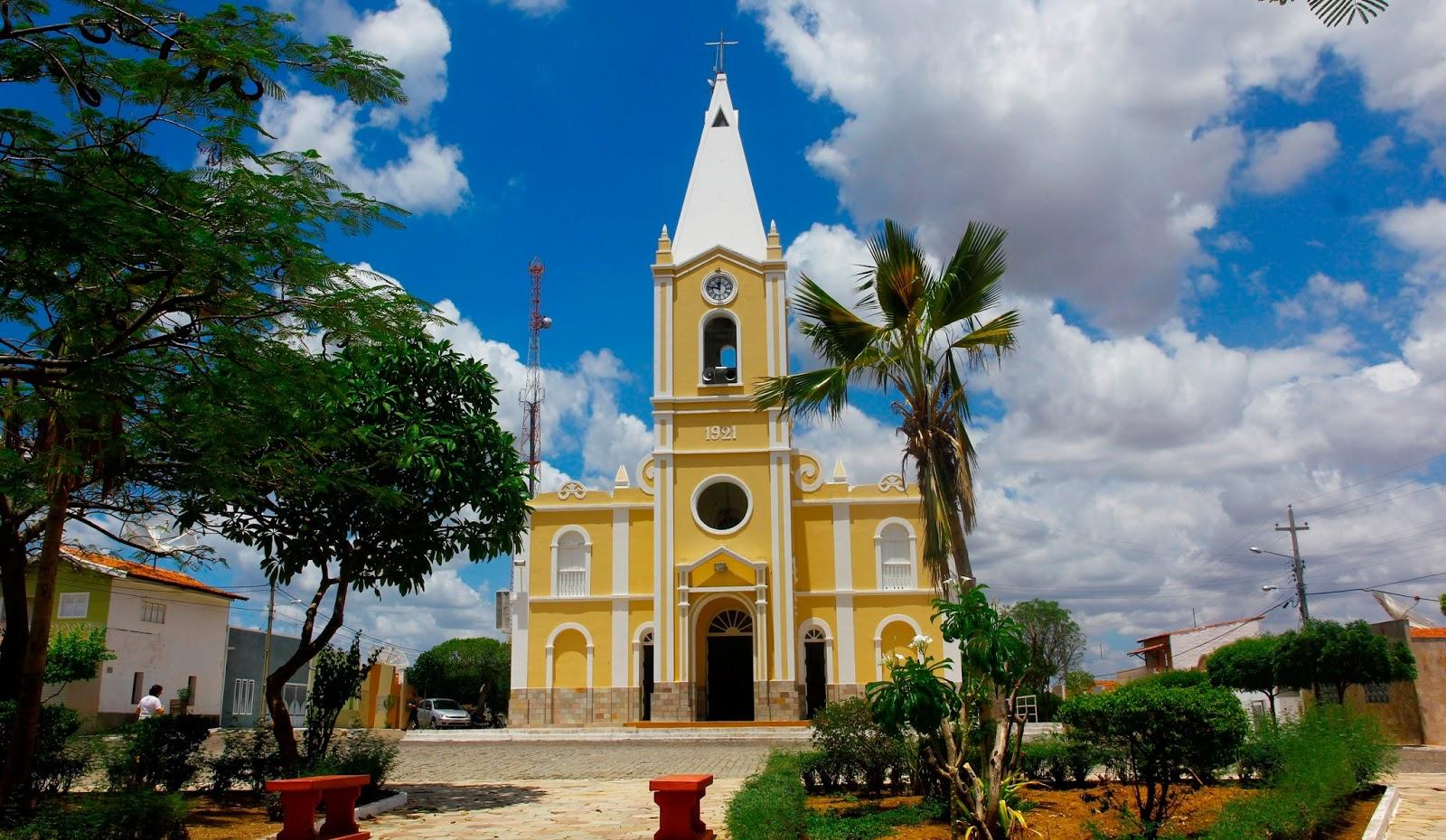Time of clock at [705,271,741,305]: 11:46
